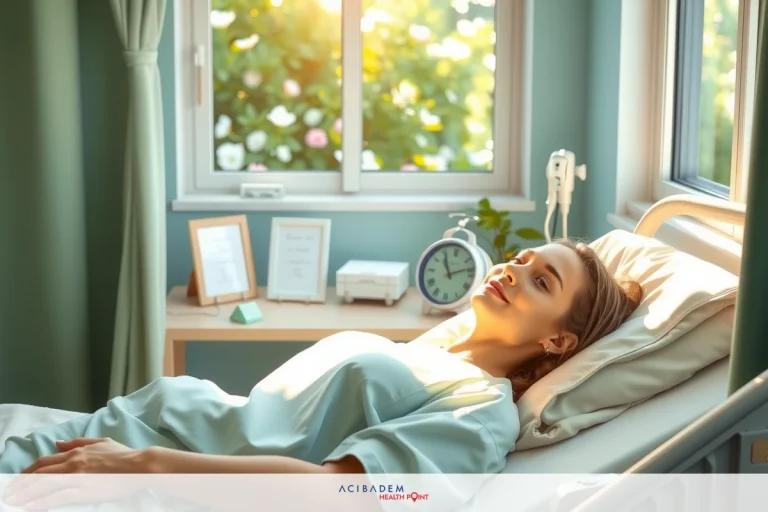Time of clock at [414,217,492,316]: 11:13
